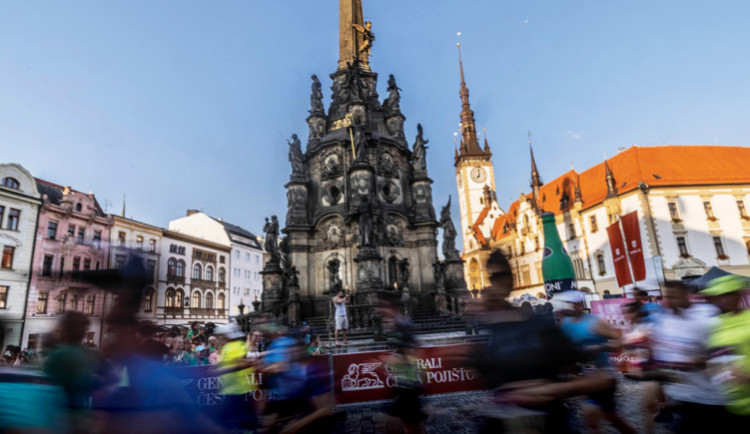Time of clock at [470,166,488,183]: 7:00
